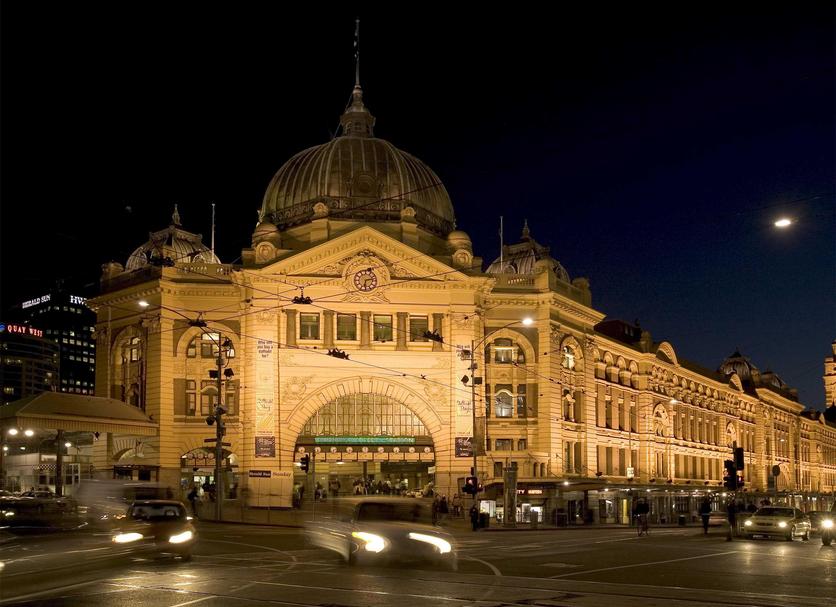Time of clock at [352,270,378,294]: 6:13
